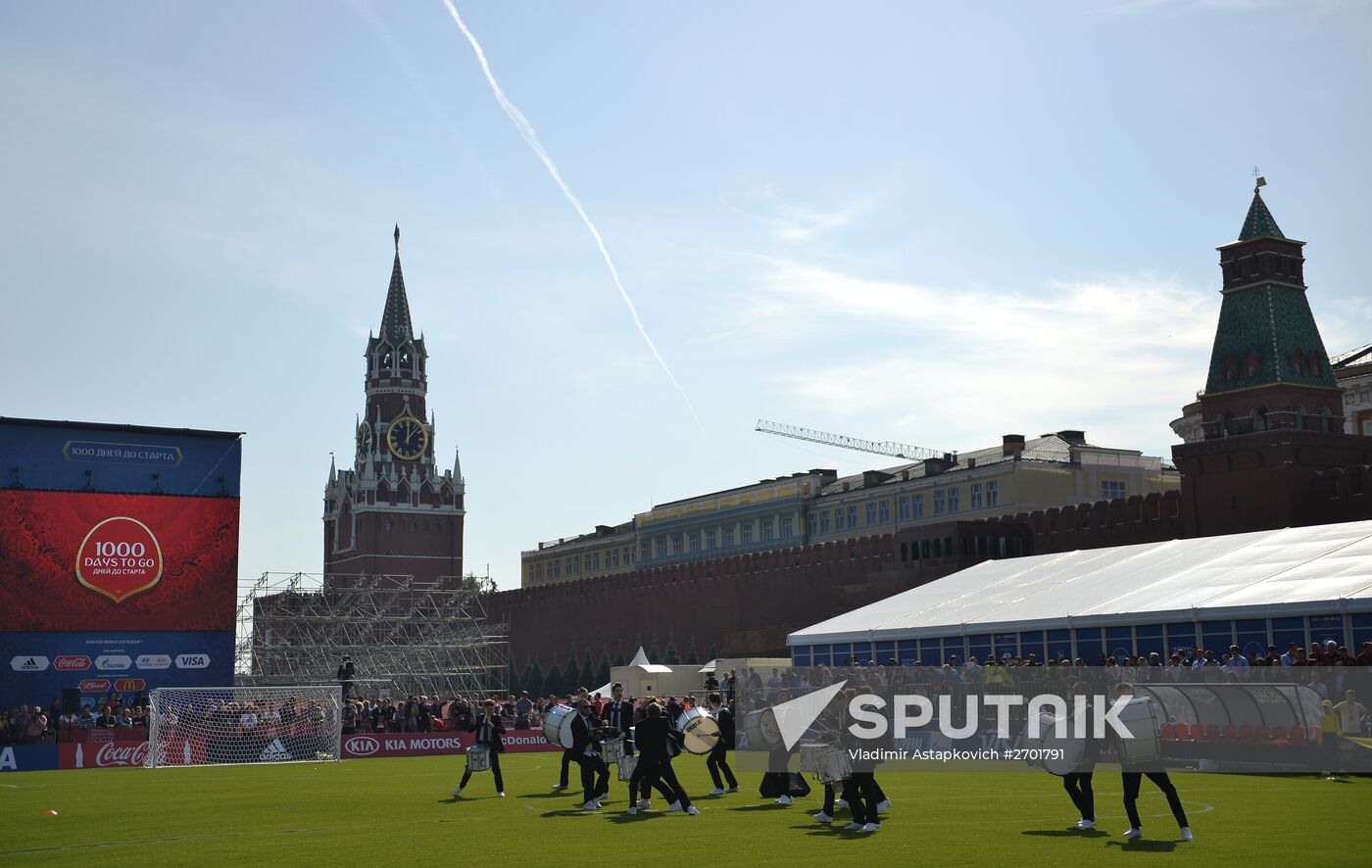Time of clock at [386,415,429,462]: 12:07
